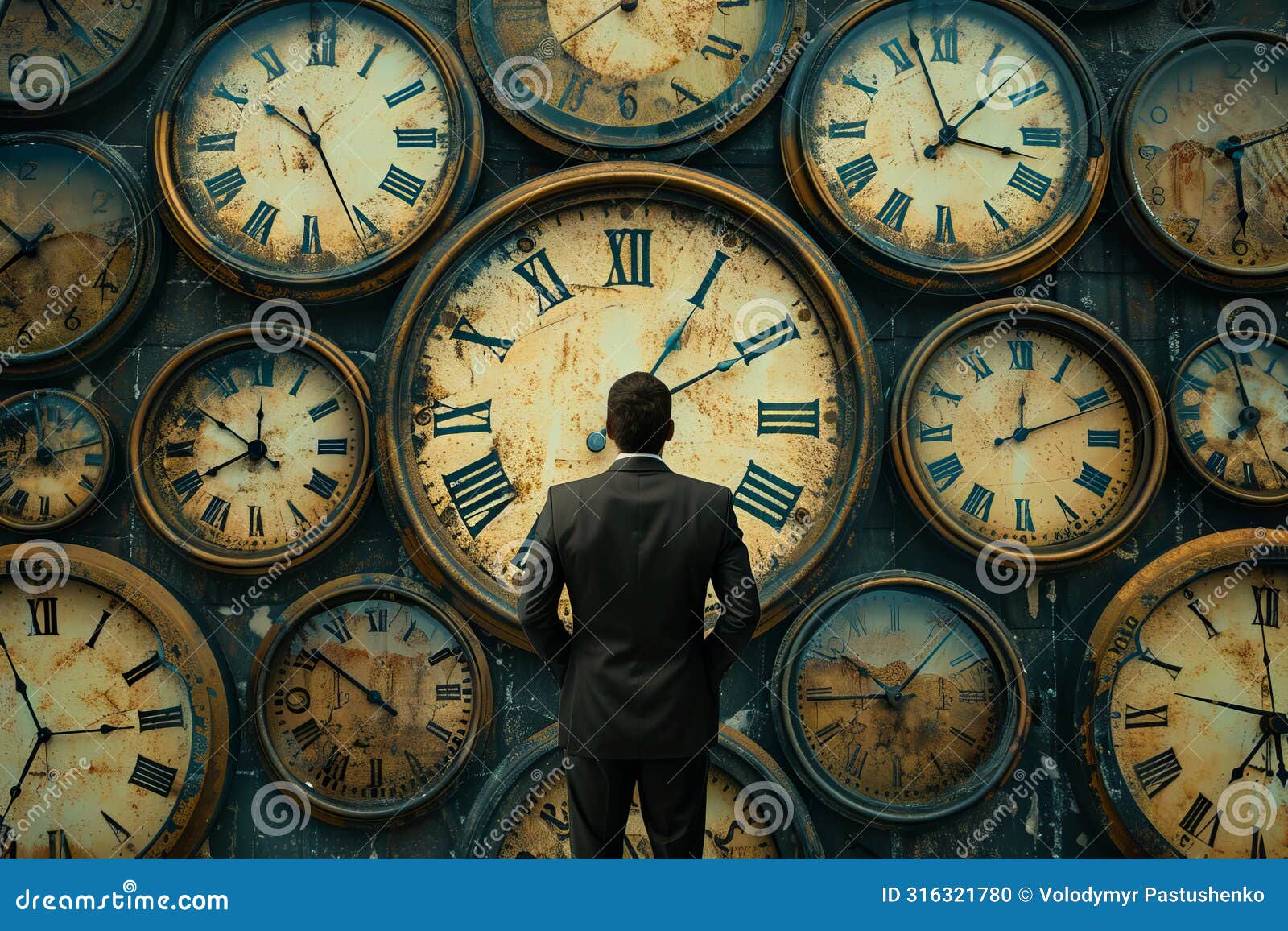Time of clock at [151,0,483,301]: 10:25
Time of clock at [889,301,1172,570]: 12:10
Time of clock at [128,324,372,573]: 11:50
